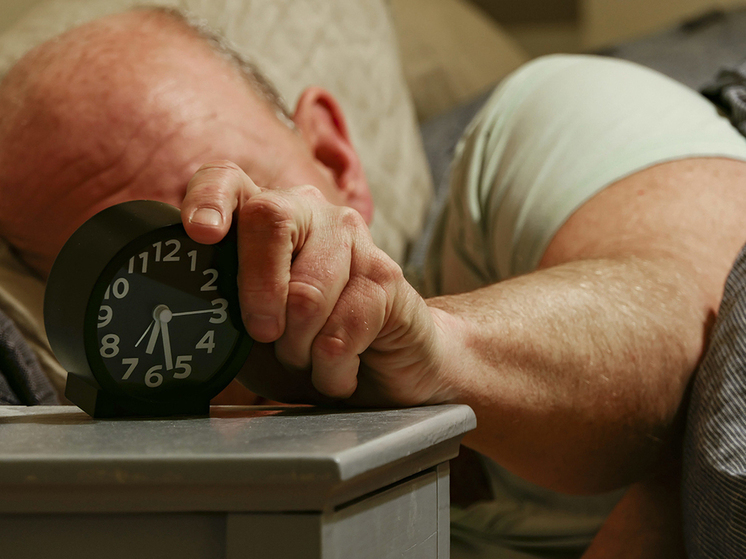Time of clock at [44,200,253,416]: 6:27
